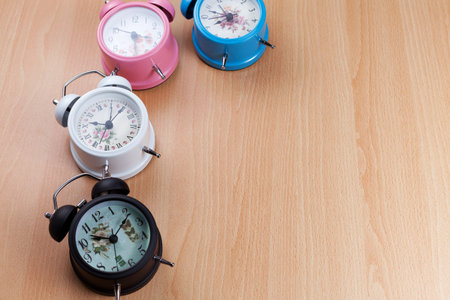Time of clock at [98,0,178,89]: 3:29
